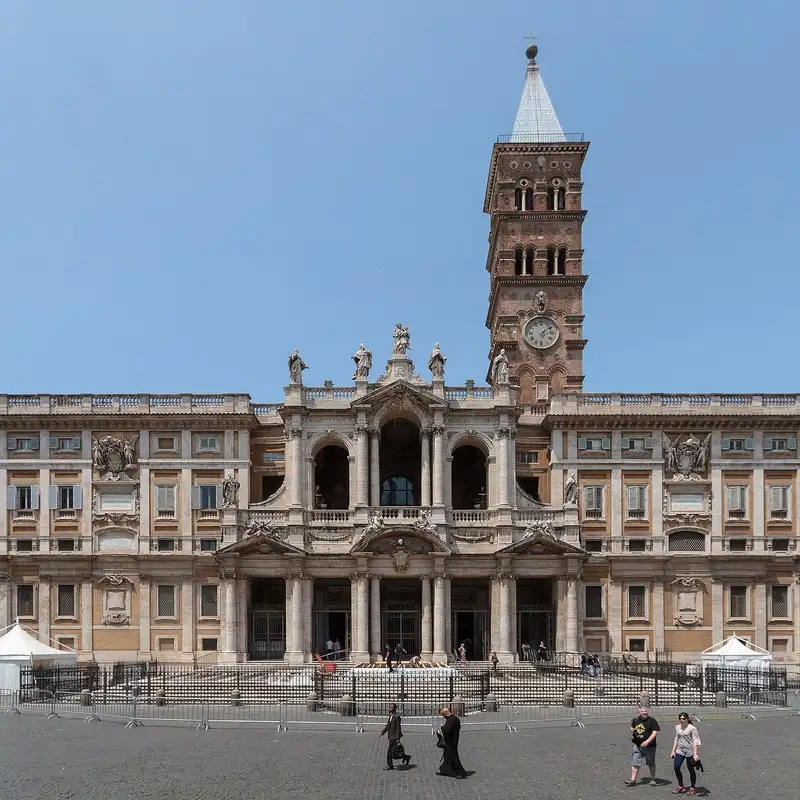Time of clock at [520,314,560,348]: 6:08
